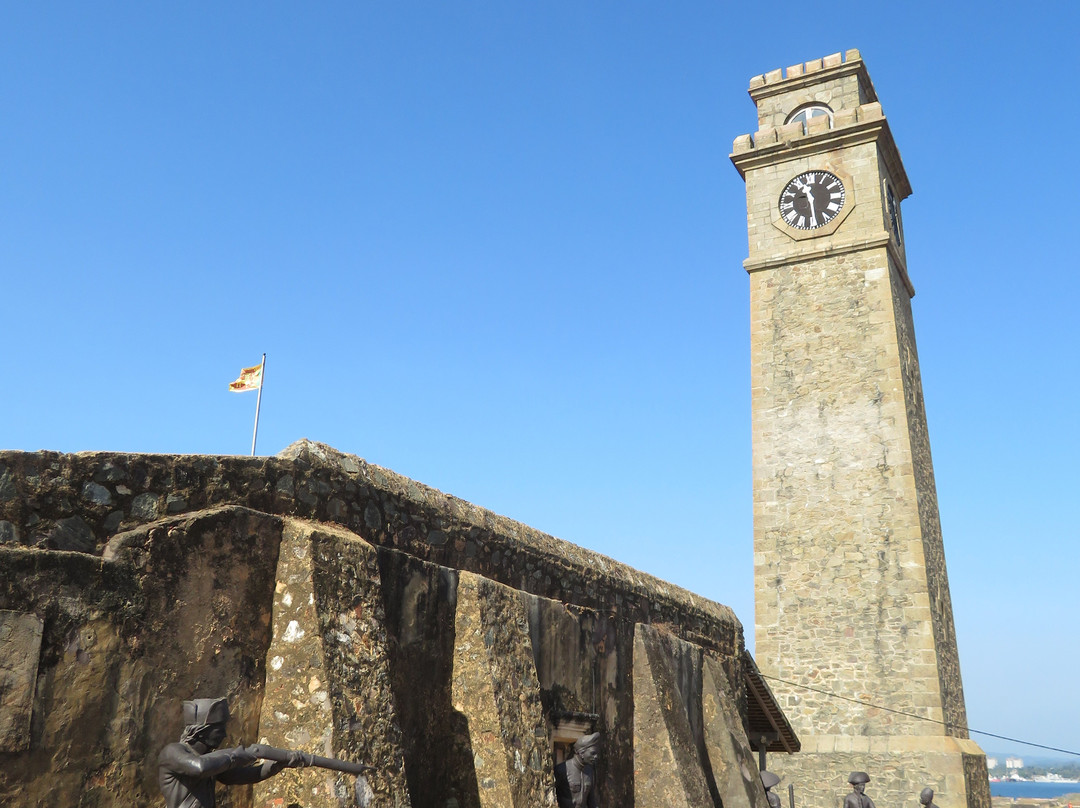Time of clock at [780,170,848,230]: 11:29
